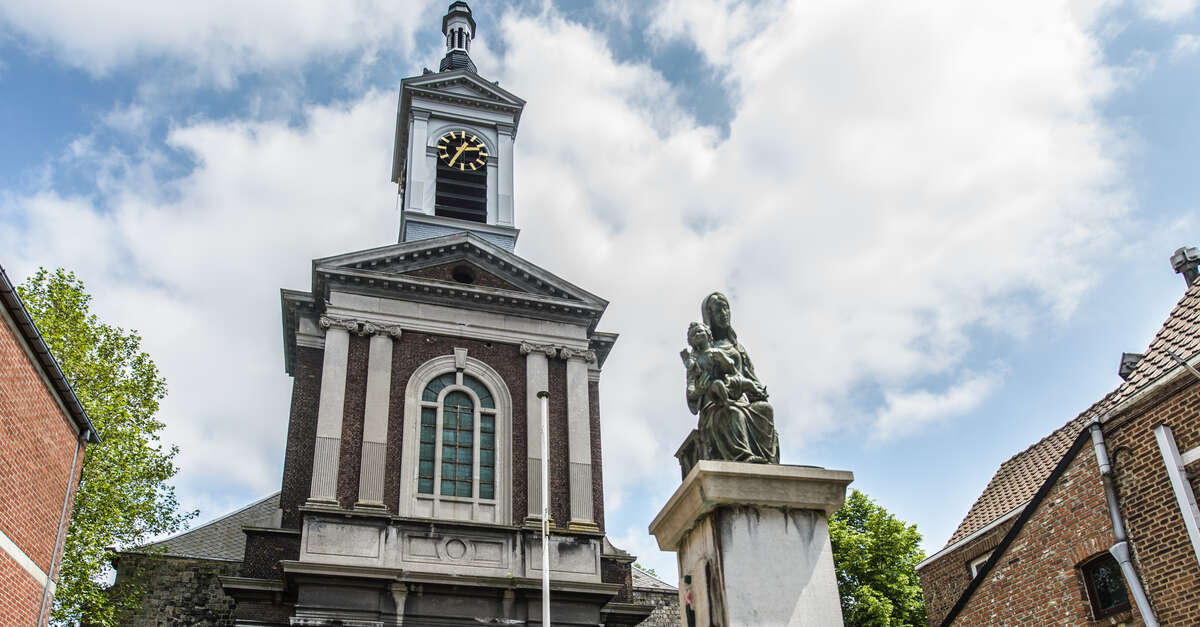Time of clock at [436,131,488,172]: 2:35
